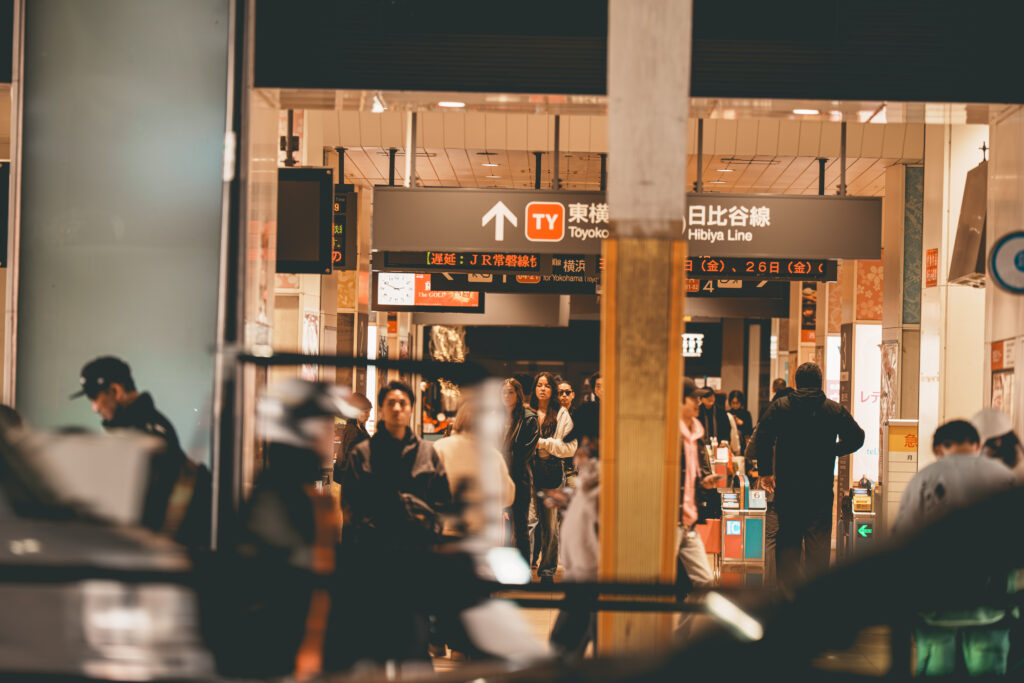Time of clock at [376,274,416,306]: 2:49
